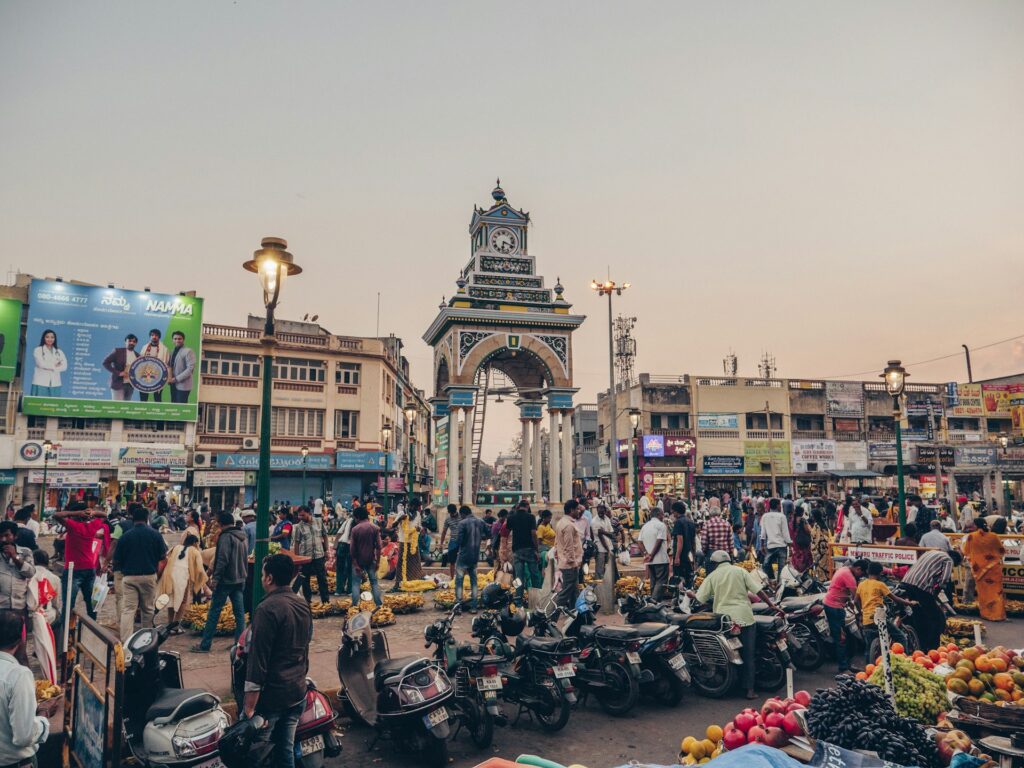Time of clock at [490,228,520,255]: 6:18
